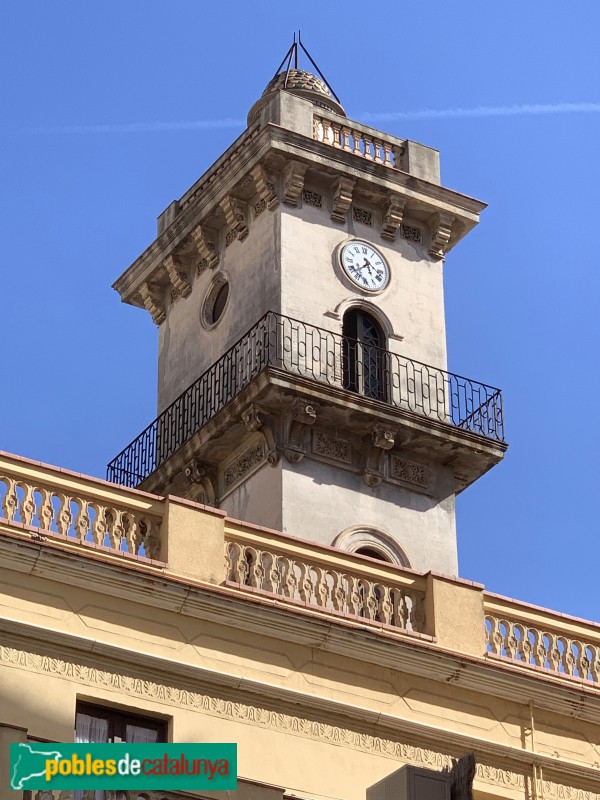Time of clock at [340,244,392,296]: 11:37
